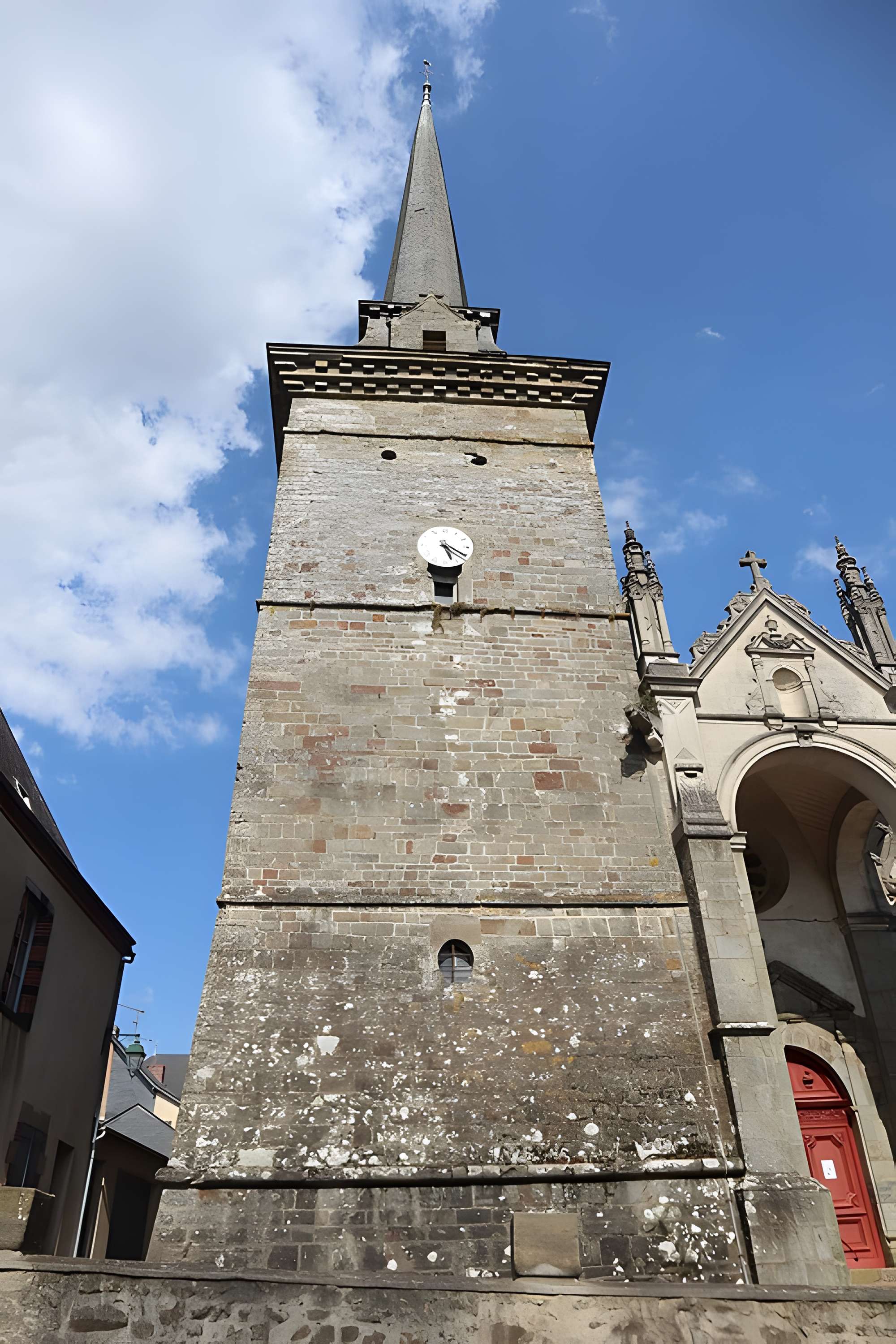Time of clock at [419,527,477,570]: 5:20
